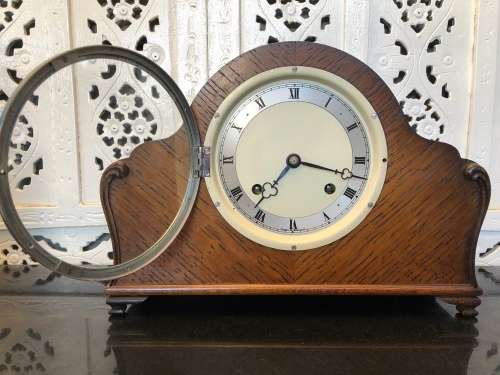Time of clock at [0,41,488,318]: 7:17
